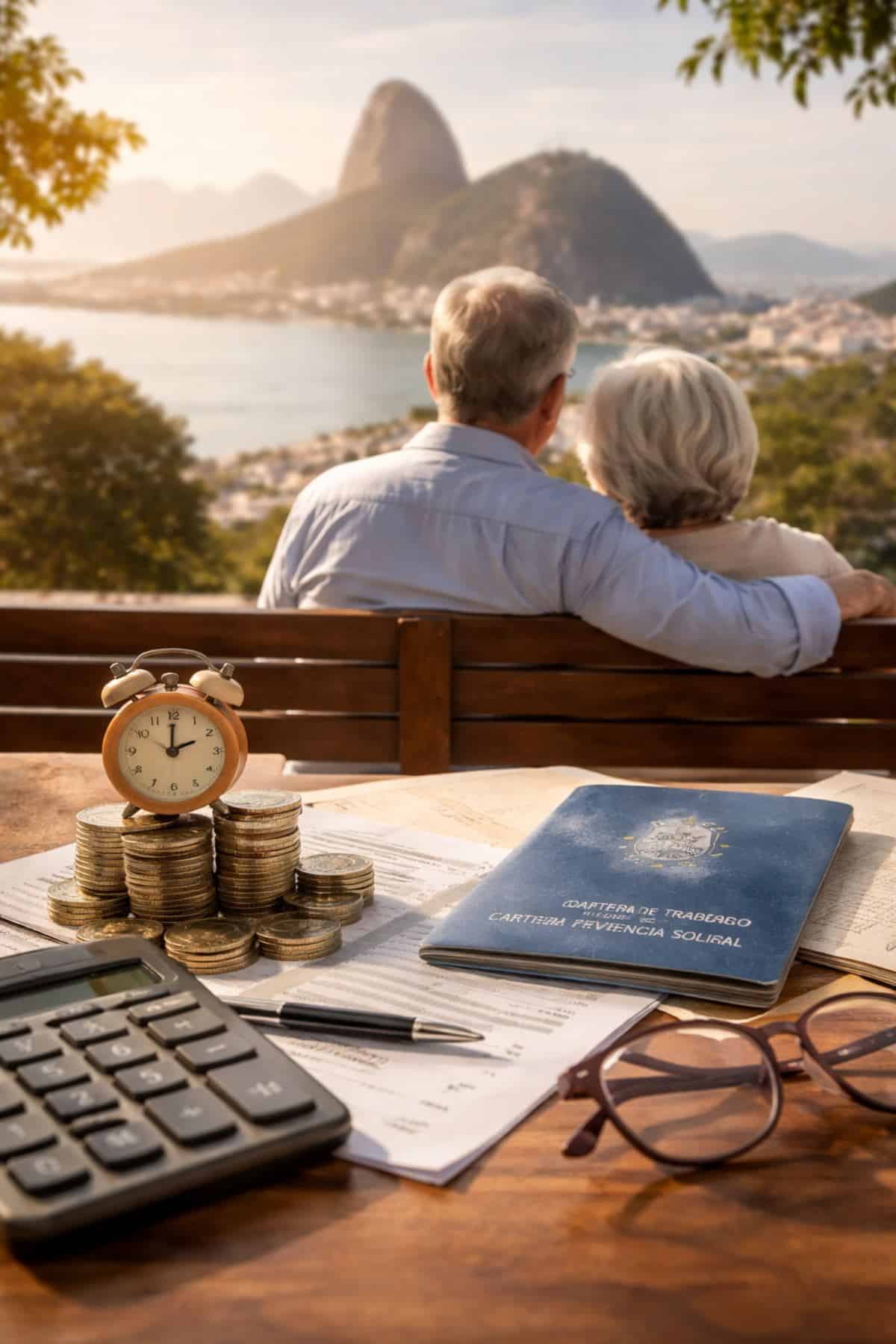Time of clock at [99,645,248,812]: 2:00
